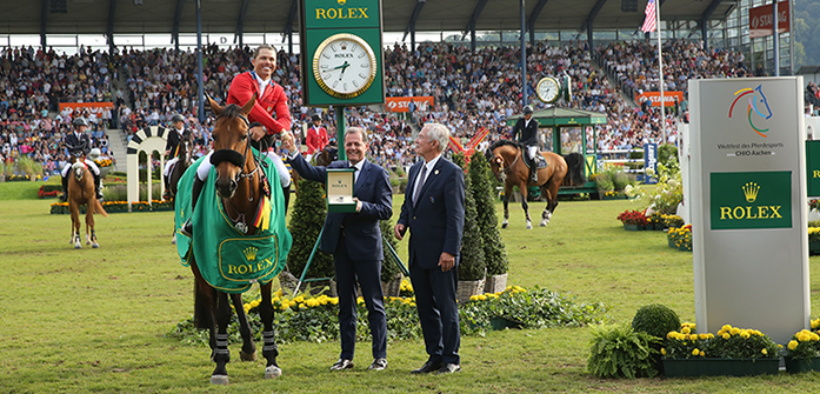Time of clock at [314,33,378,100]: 6:42
